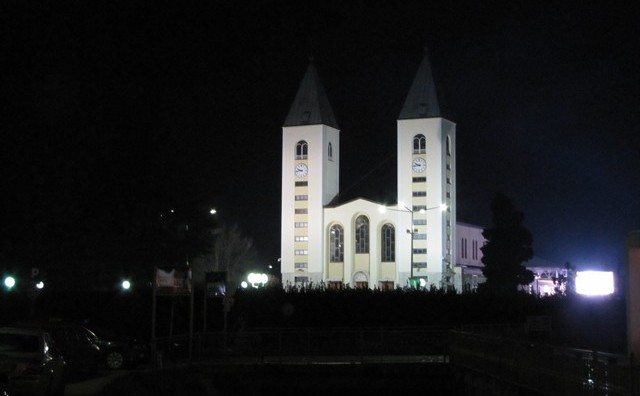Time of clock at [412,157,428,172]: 9:43
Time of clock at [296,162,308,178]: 9:43
